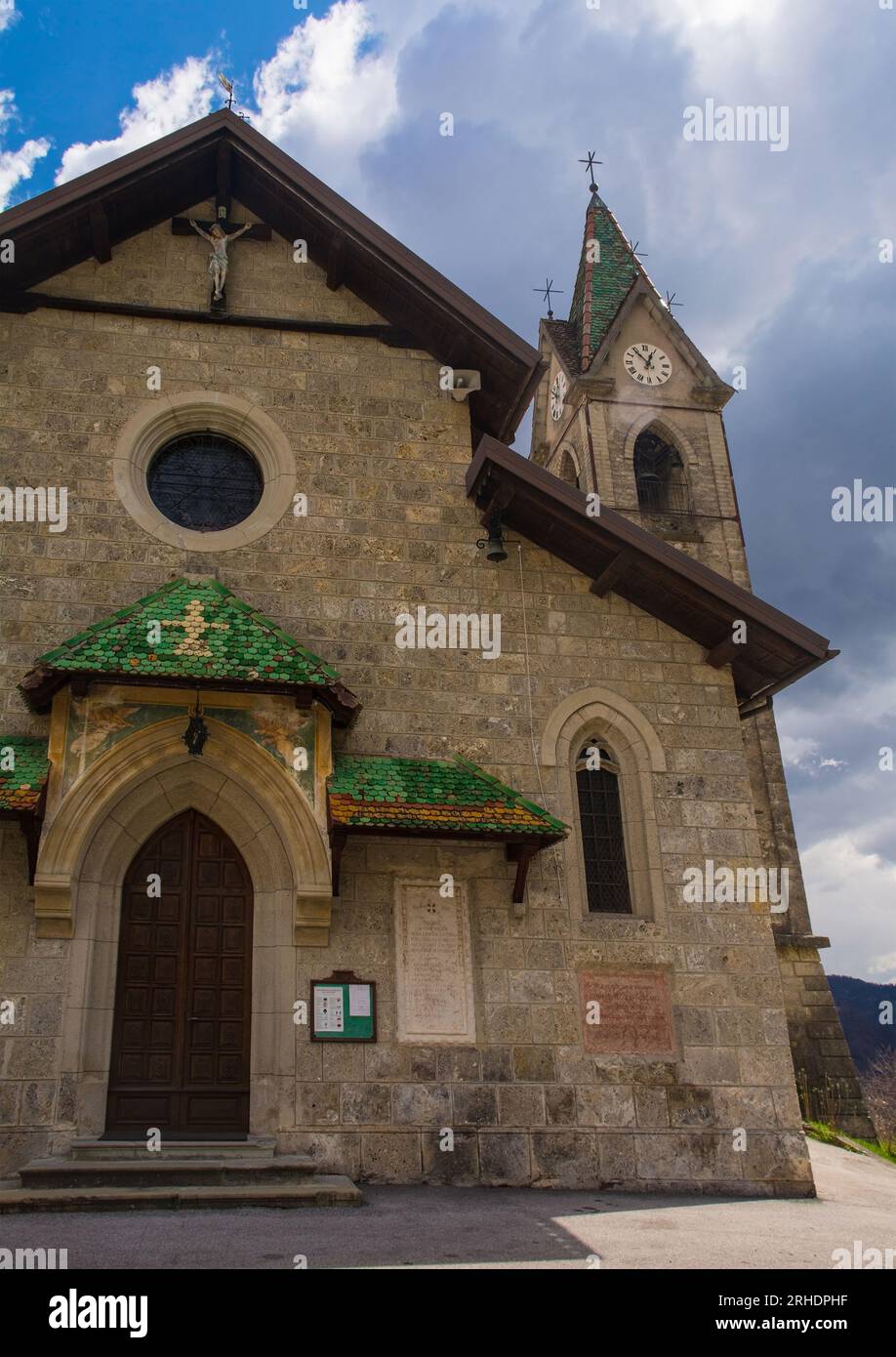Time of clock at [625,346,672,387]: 12:53
